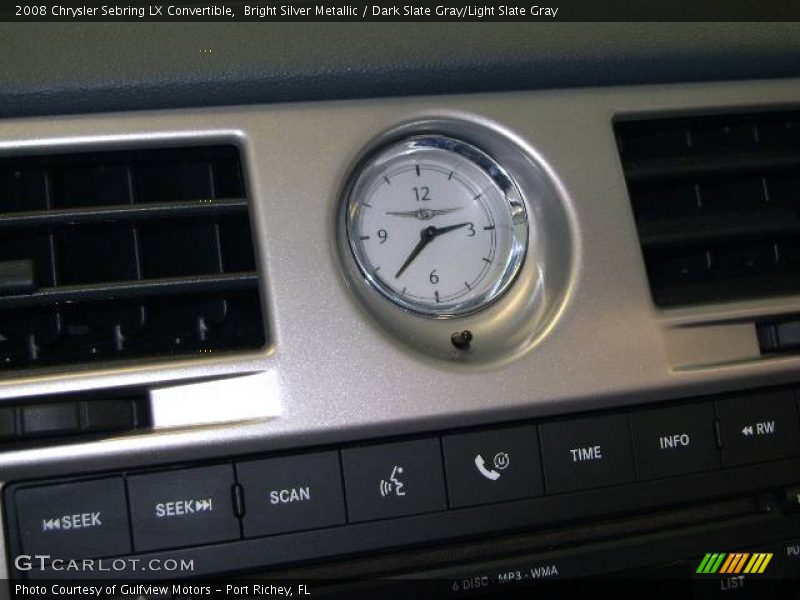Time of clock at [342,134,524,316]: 2:37
